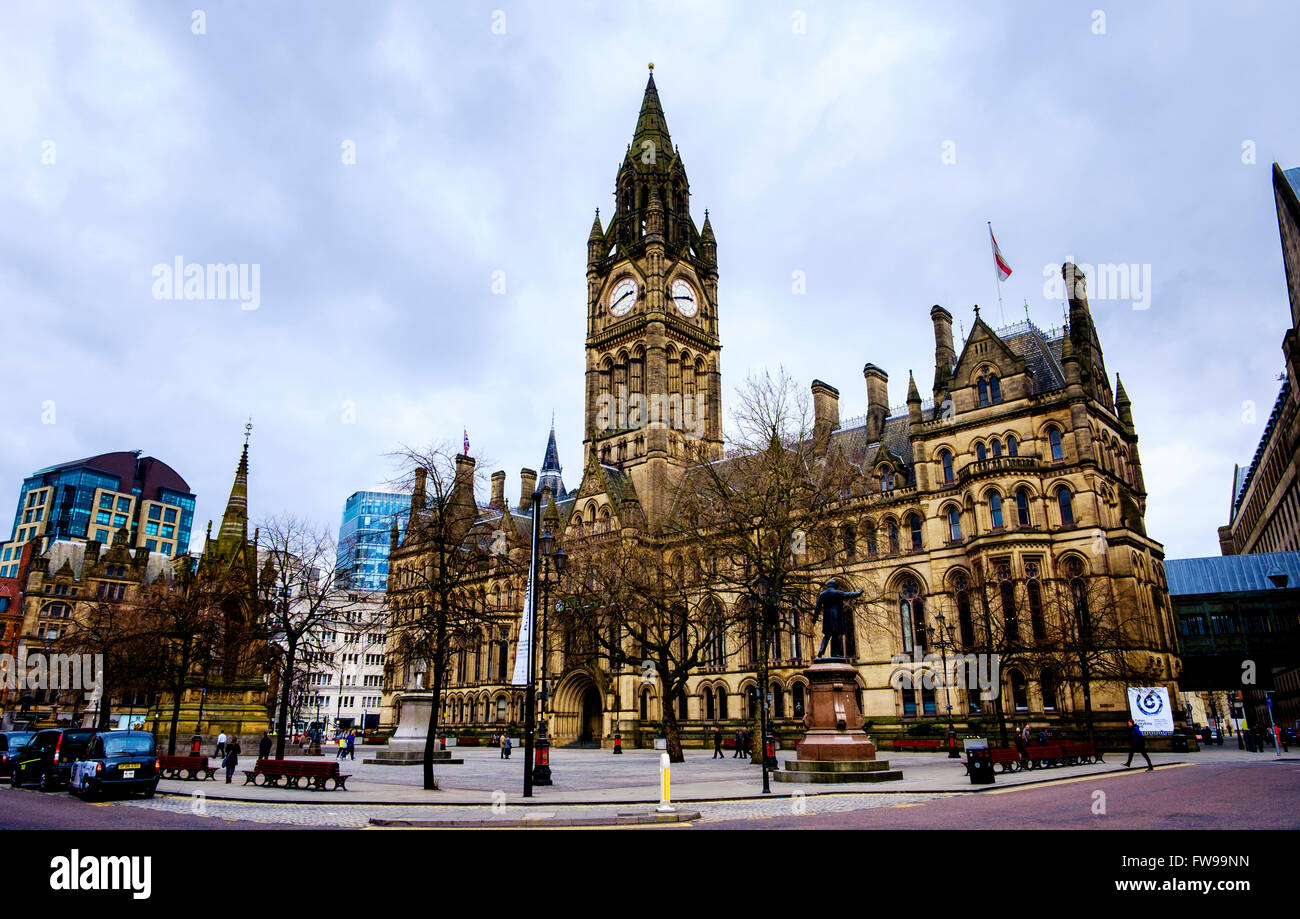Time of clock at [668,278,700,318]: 2:42
